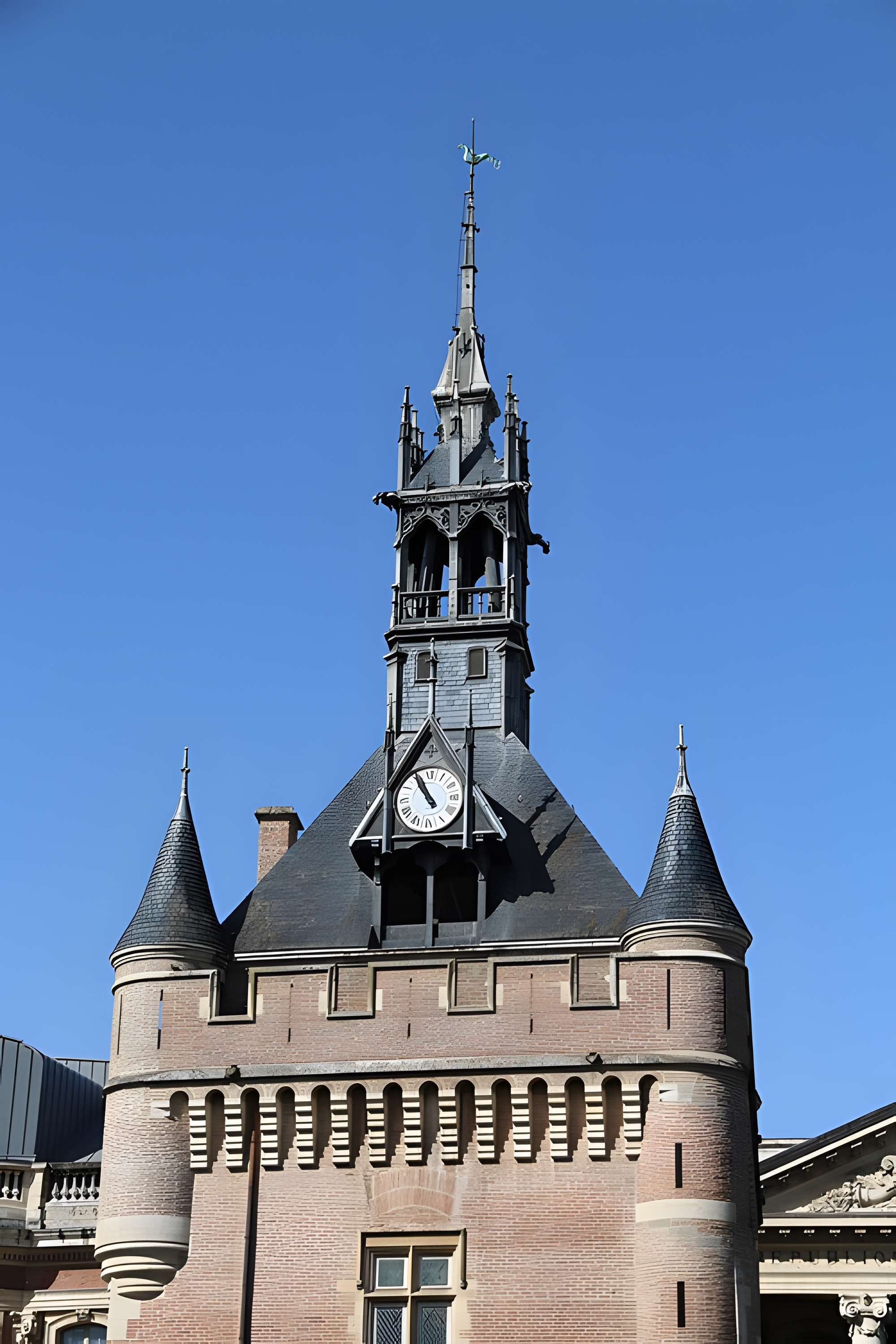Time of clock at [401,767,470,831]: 10:55
